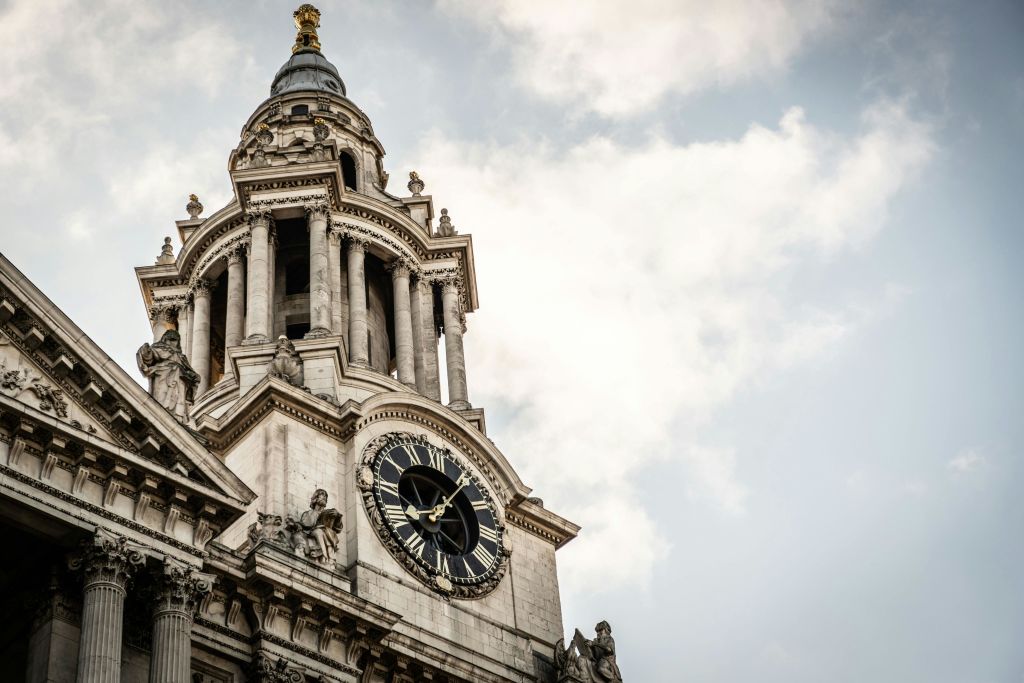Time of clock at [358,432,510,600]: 8:06
